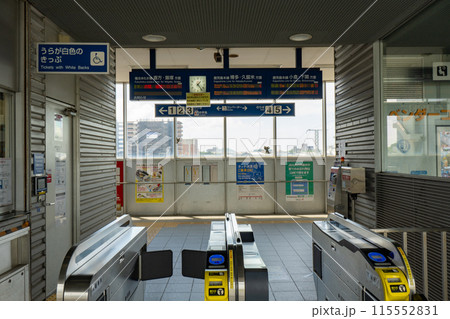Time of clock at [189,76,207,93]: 1:23
